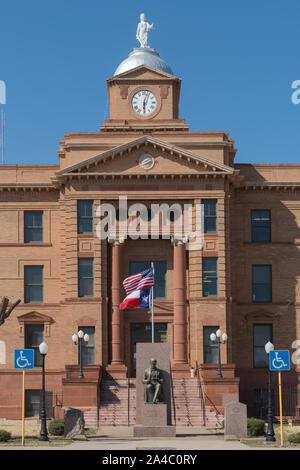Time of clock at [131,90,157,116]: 6:03
